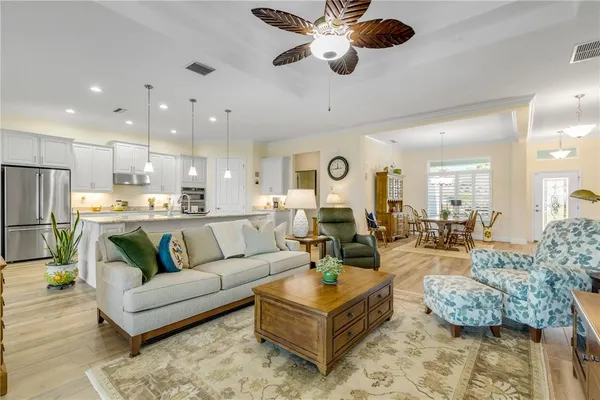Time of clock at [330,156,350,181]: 11:43
